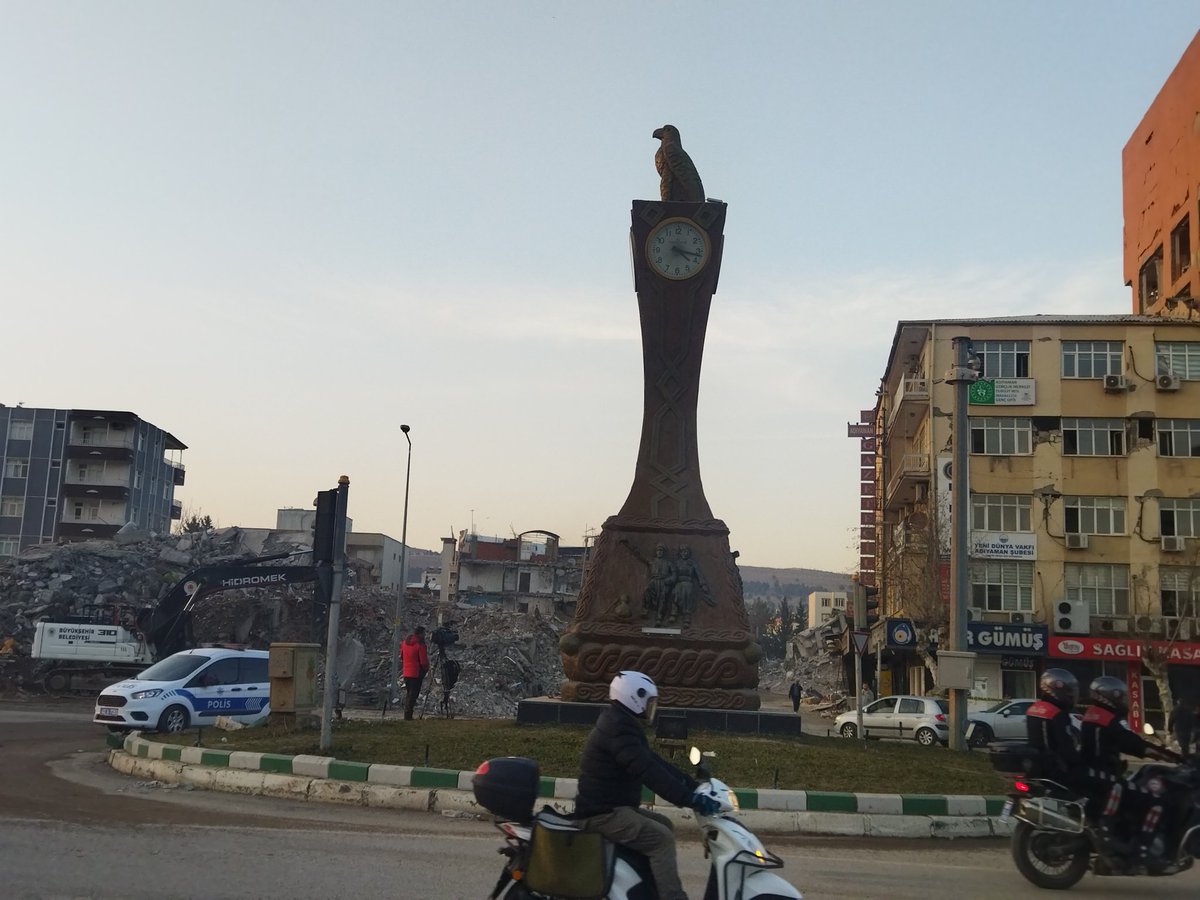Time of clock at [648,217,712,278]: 4:17
